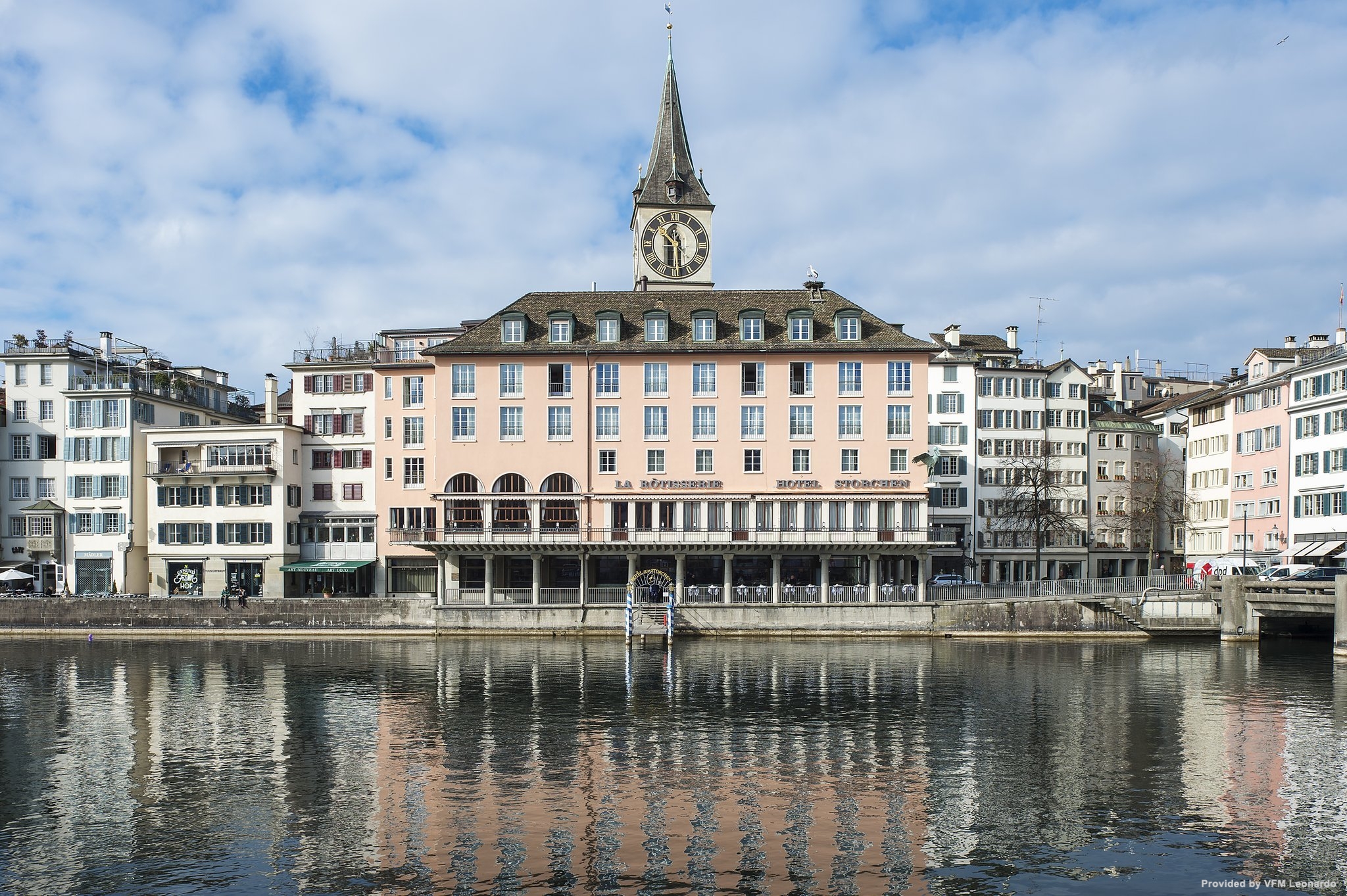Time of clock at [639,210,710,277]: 10:29
